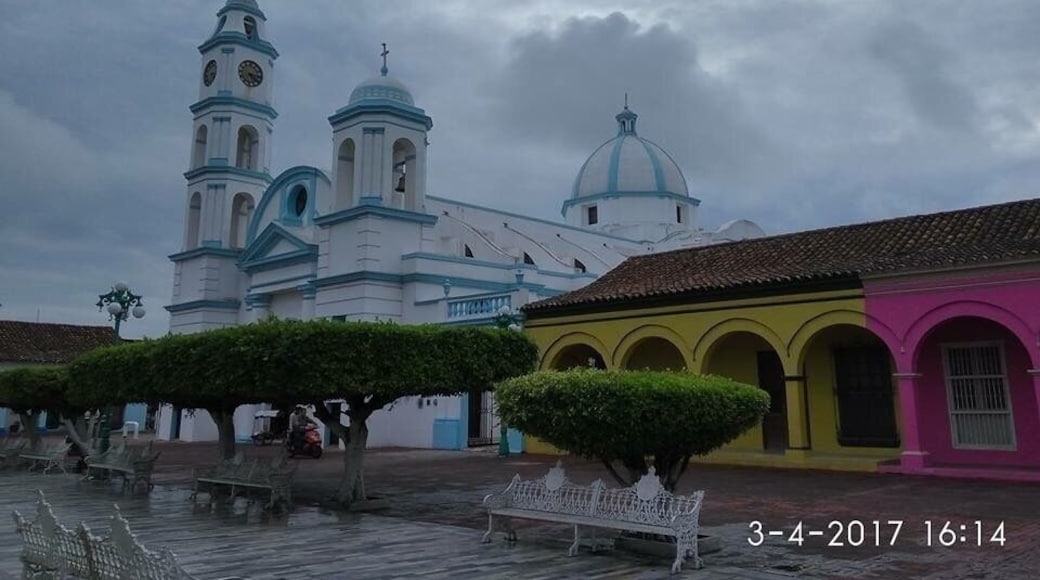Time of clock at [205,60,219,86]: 9:36
